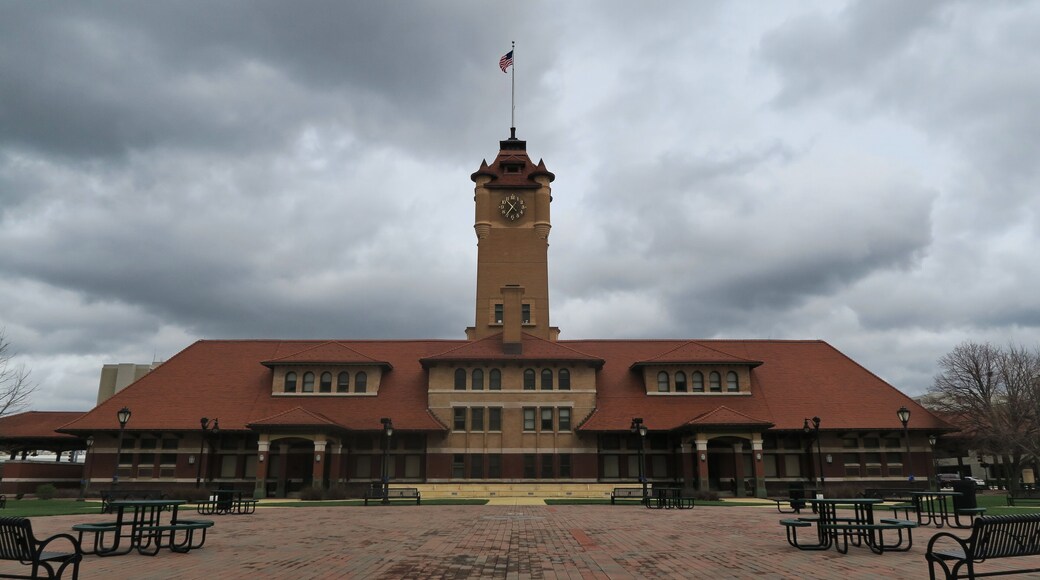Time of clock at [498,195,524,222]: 10:36
